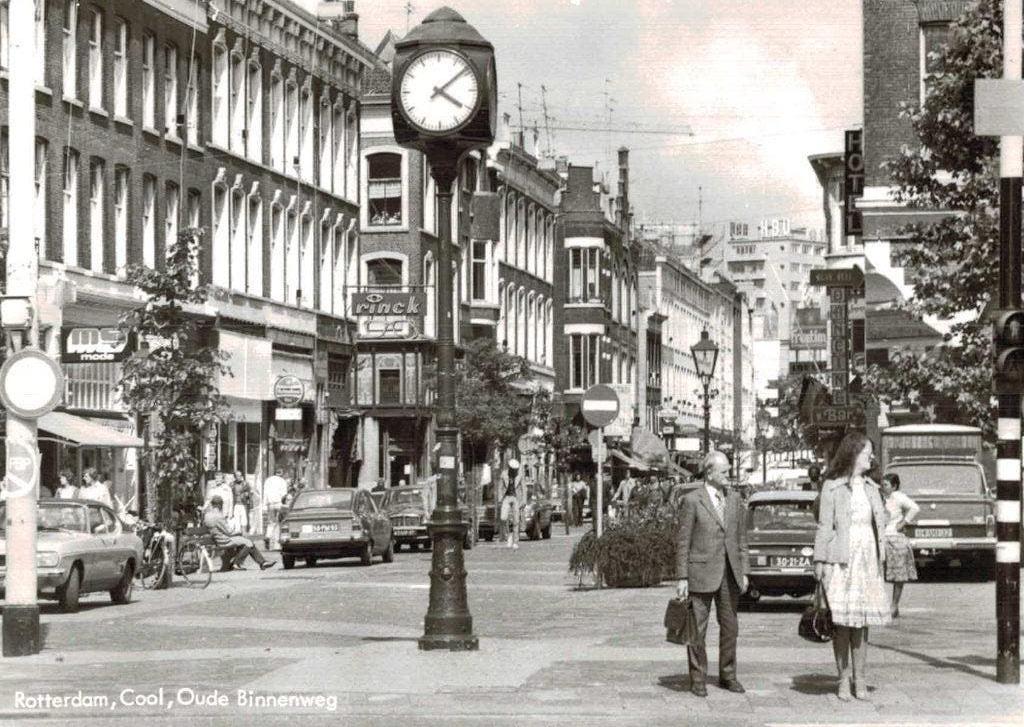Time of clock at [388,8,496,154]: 4:08
